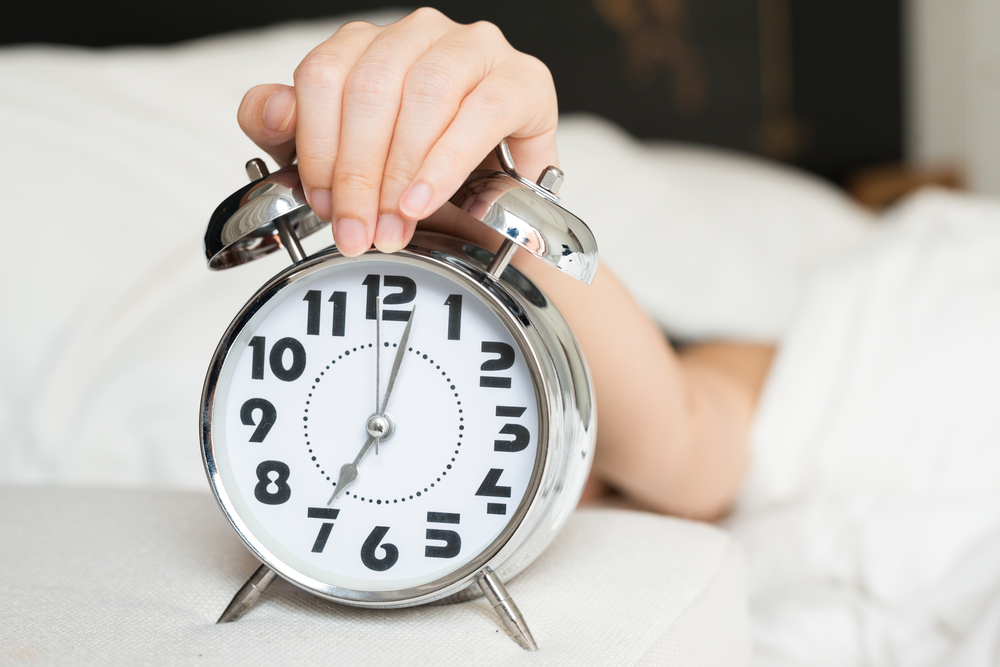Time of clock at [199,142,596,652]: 7:02
